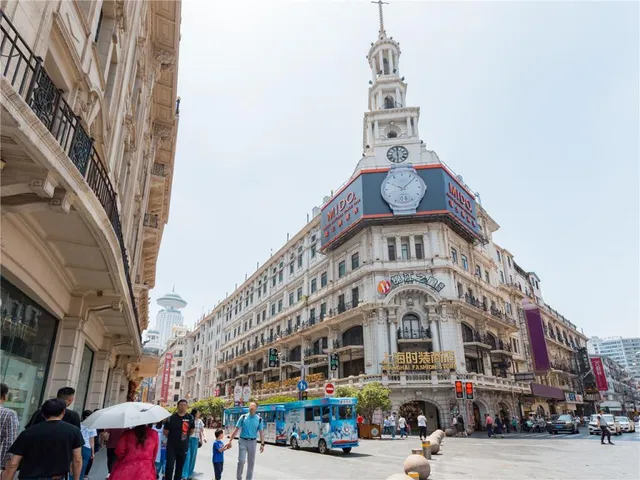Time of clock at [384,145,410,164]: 5:59
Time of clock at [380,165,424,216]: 10:07
